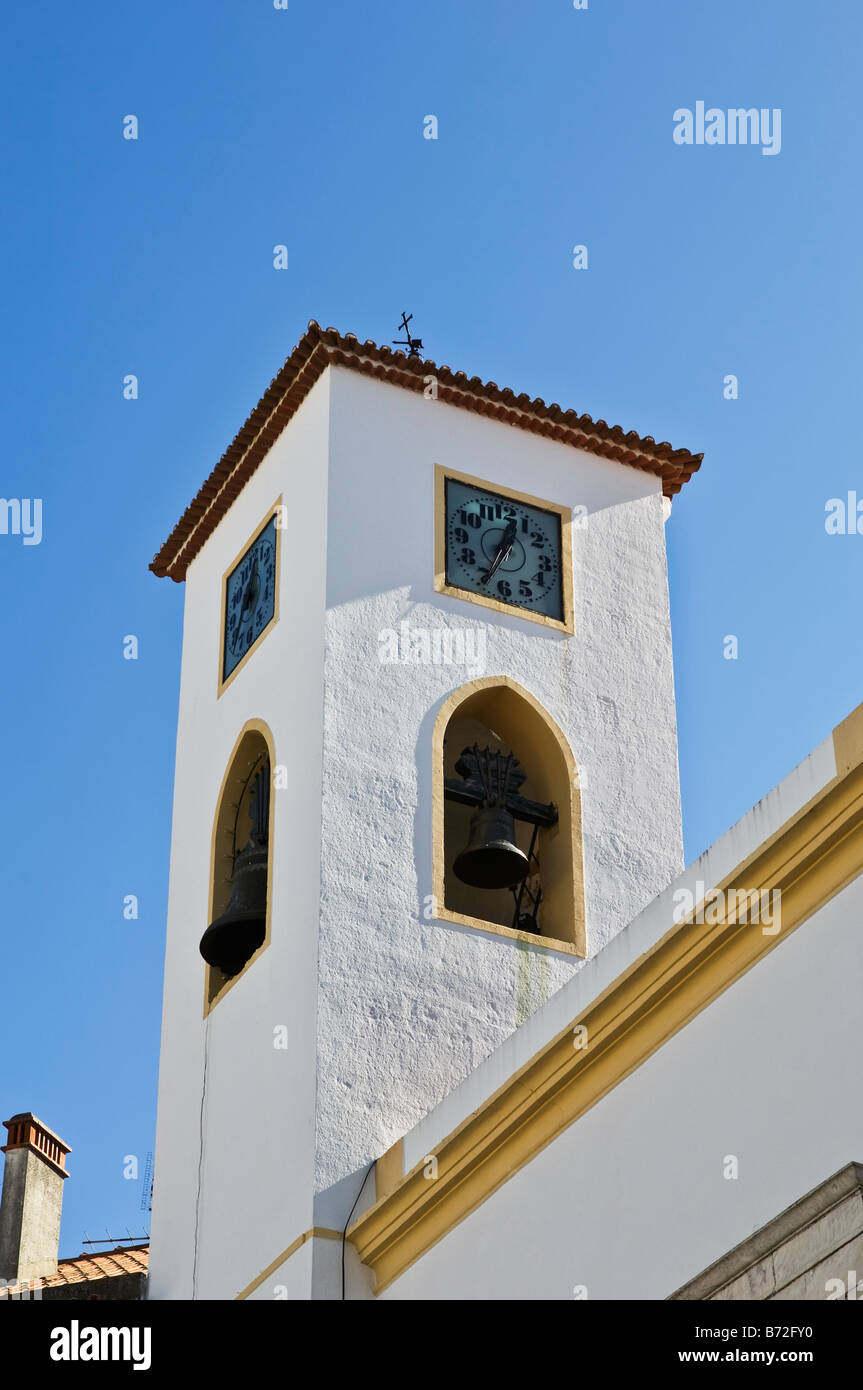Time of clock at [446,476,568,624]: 12:34
